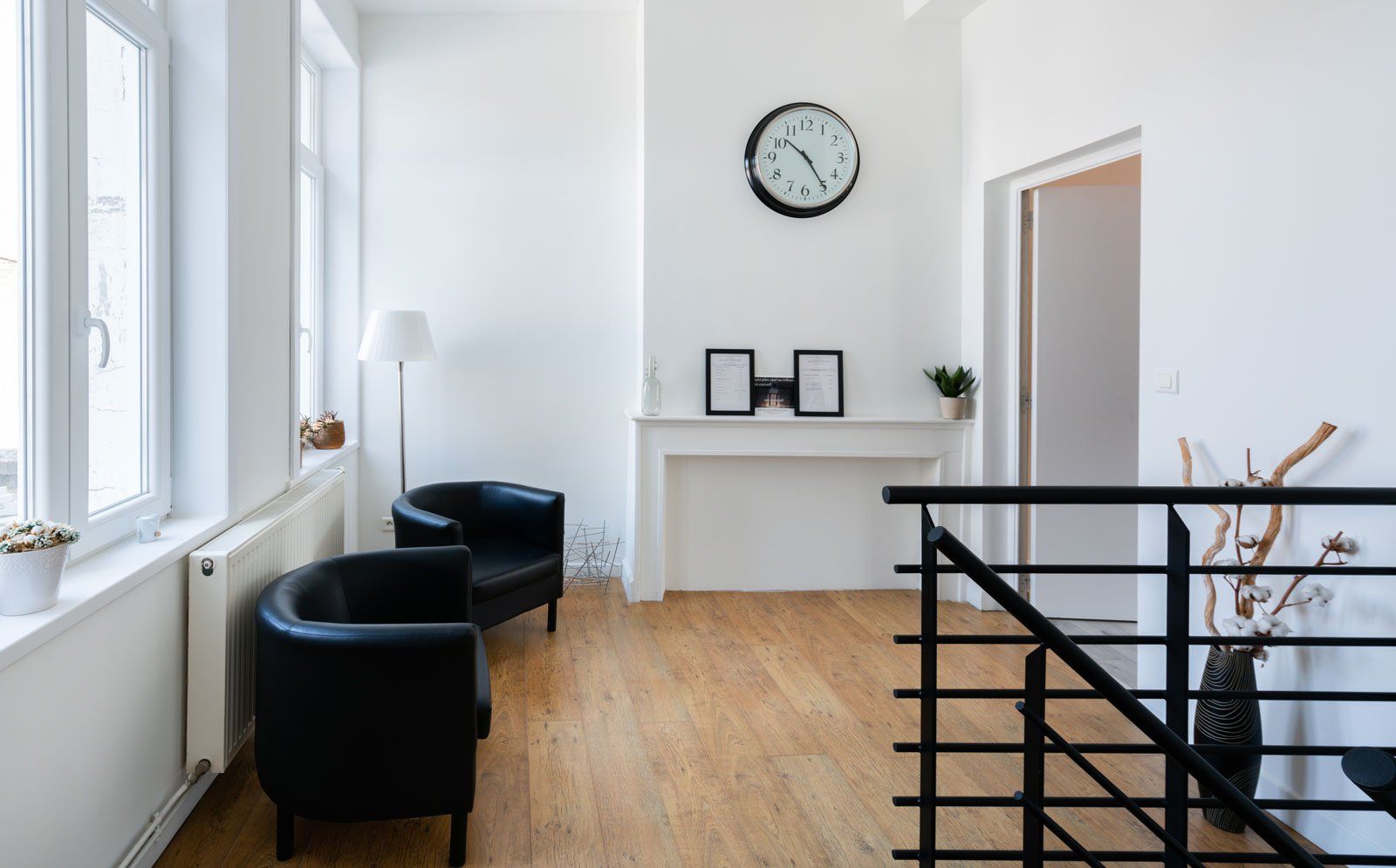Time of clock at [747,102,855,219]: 10:24
